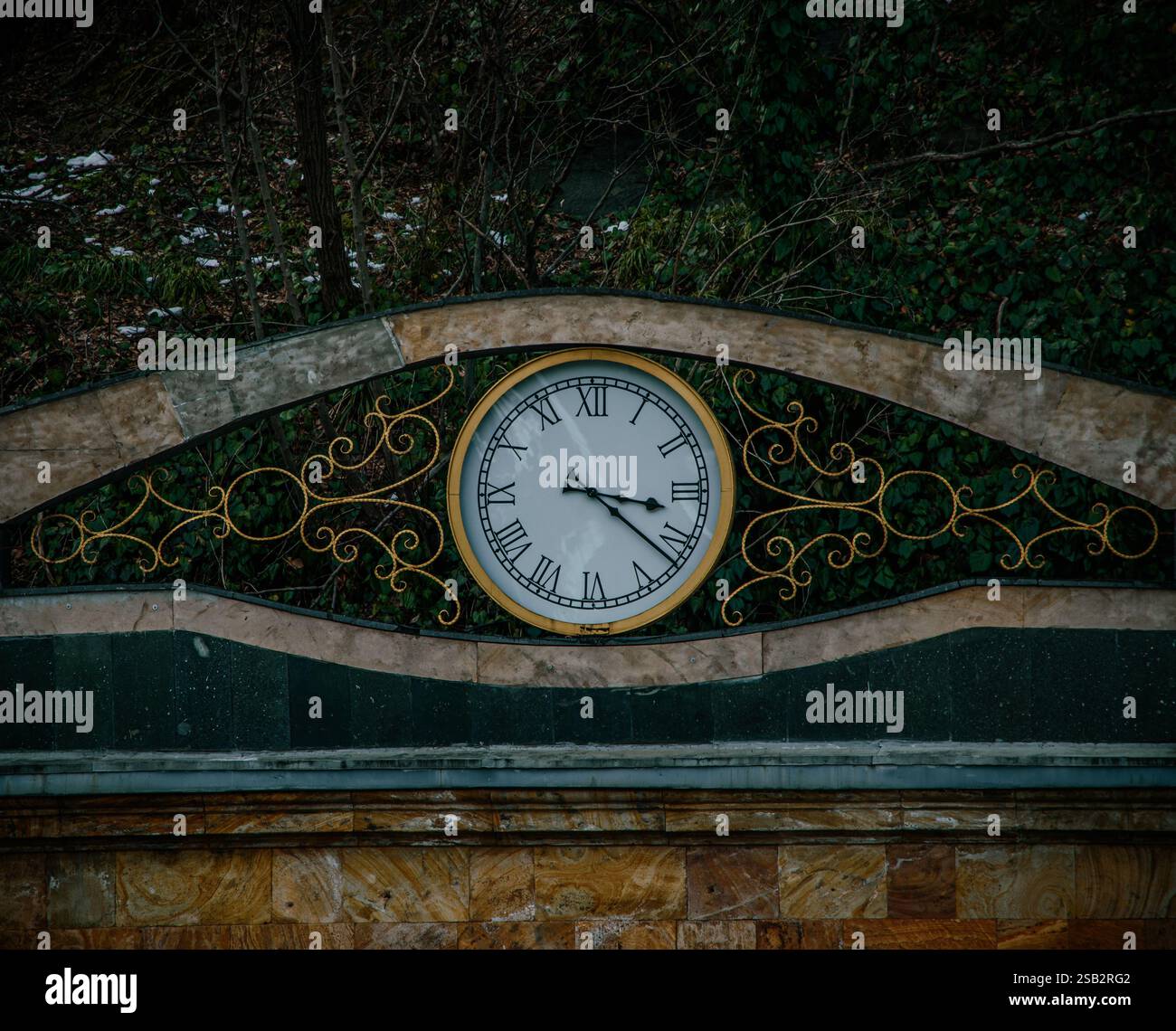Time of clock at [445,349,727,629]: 3:21
